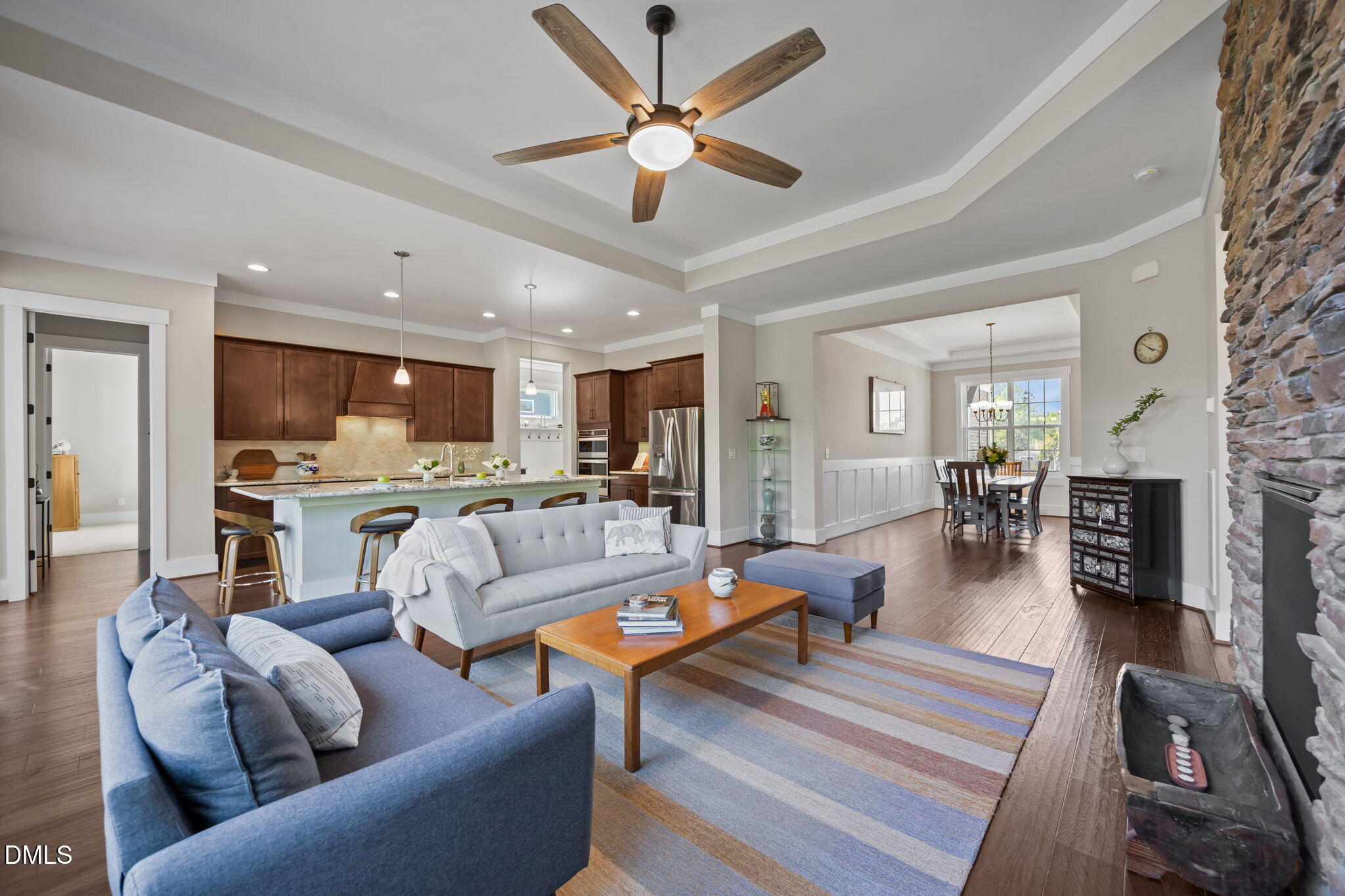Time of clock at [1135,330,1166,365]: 3:51
